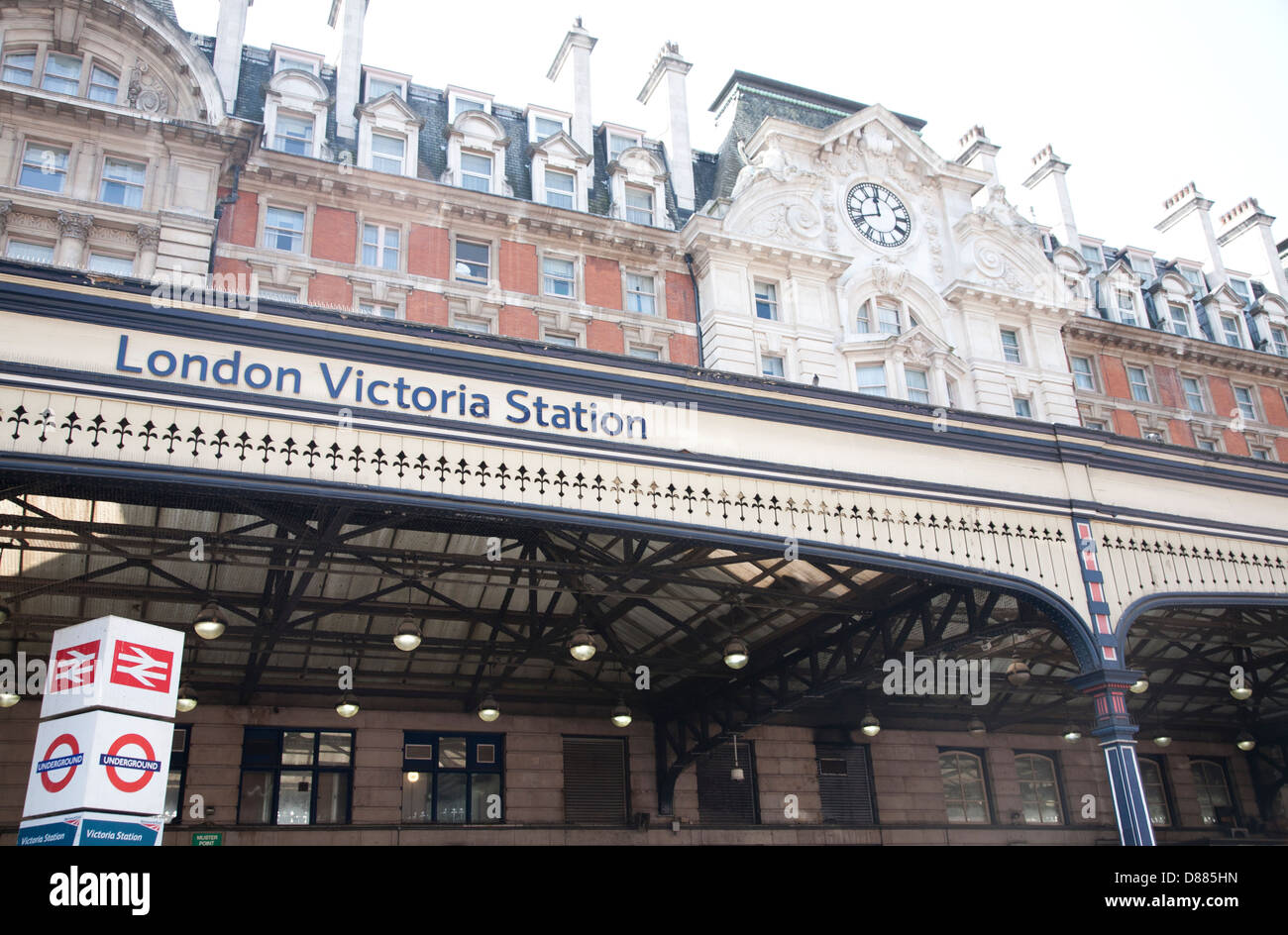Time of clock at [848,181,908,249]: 11:41
